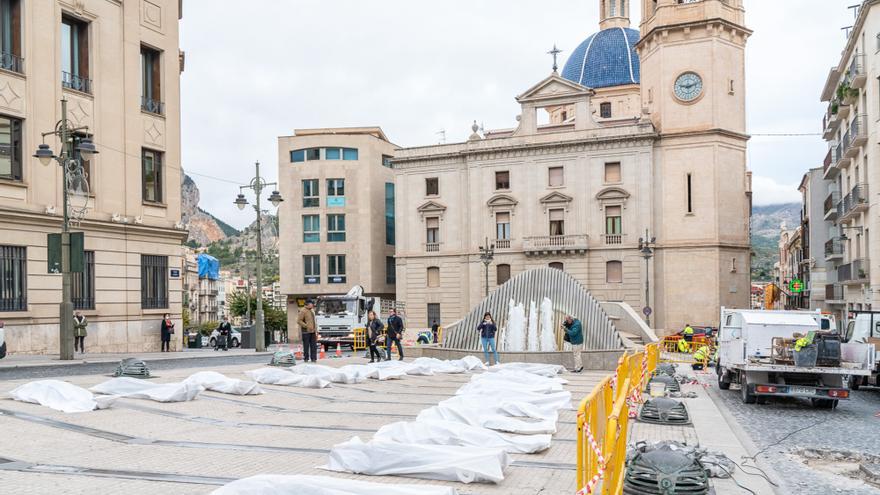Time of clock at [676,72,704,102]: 9:11
